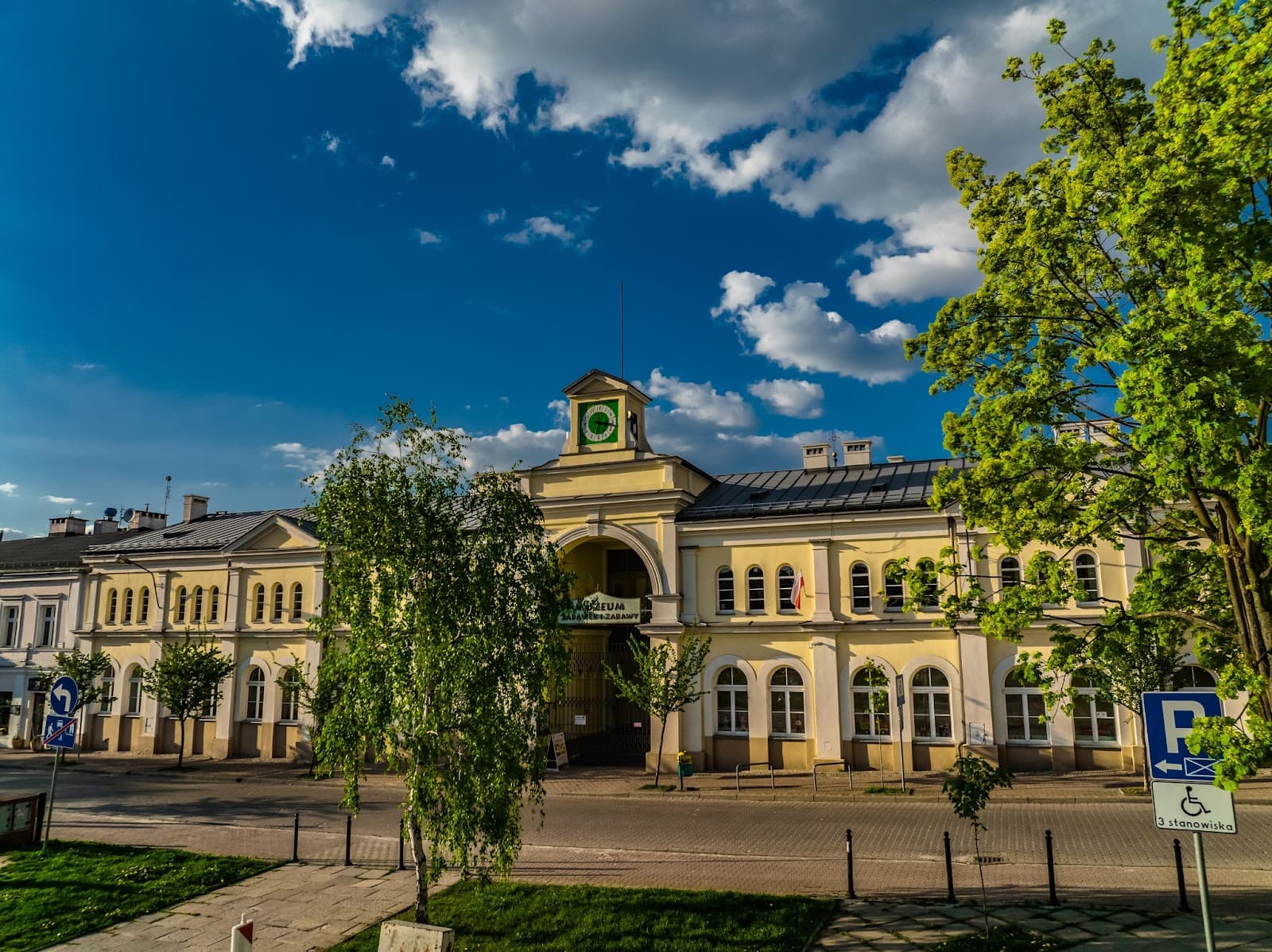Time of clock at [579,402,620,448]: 6:17
